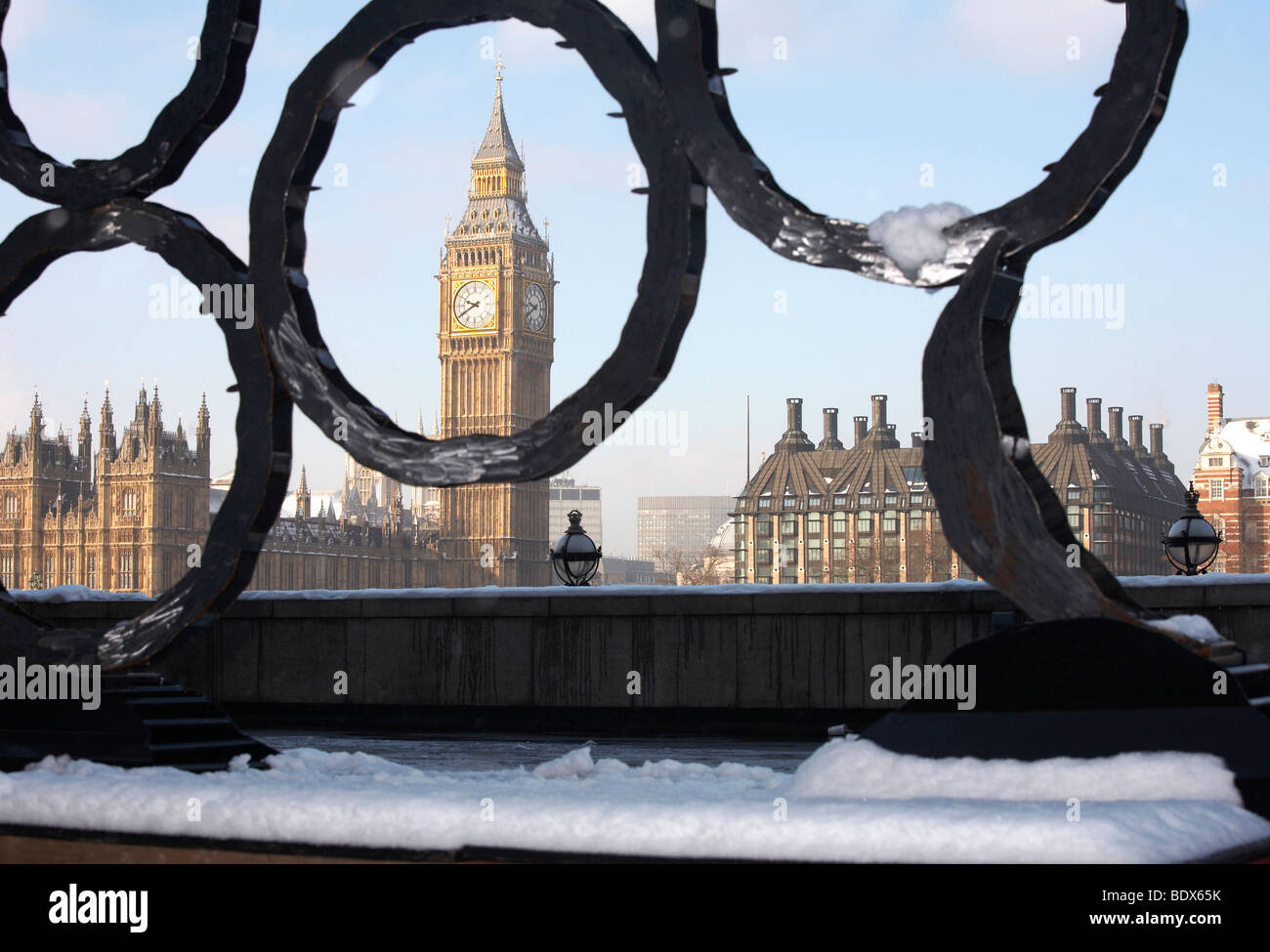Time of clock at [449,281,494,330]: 9:40
